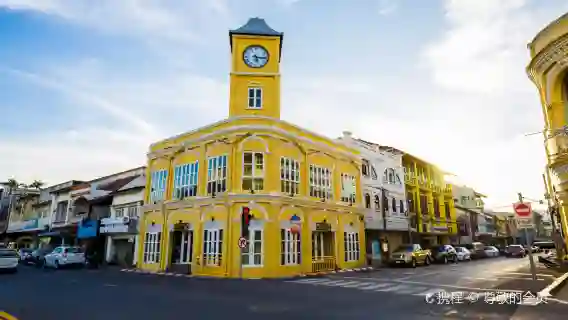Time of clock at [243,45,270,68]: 5:15
